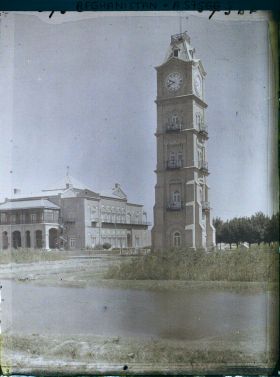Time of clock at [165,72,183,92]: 9:41
